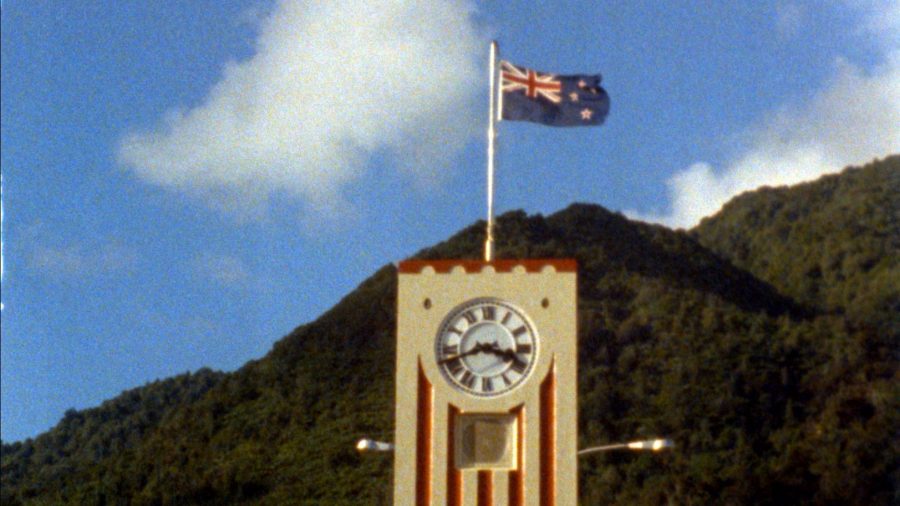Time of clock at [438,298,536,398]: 3:41
